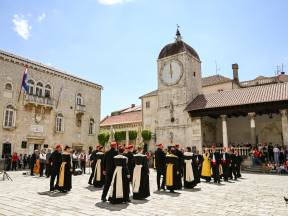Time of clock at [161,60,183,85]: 5:59
